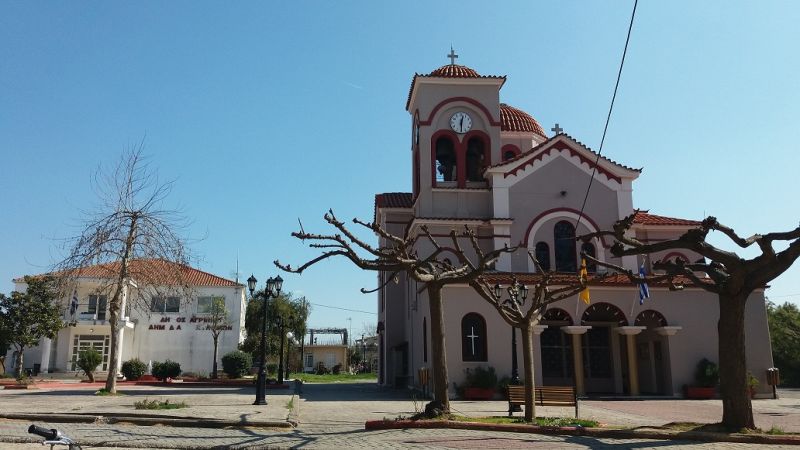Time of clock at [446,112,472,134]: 12:29
